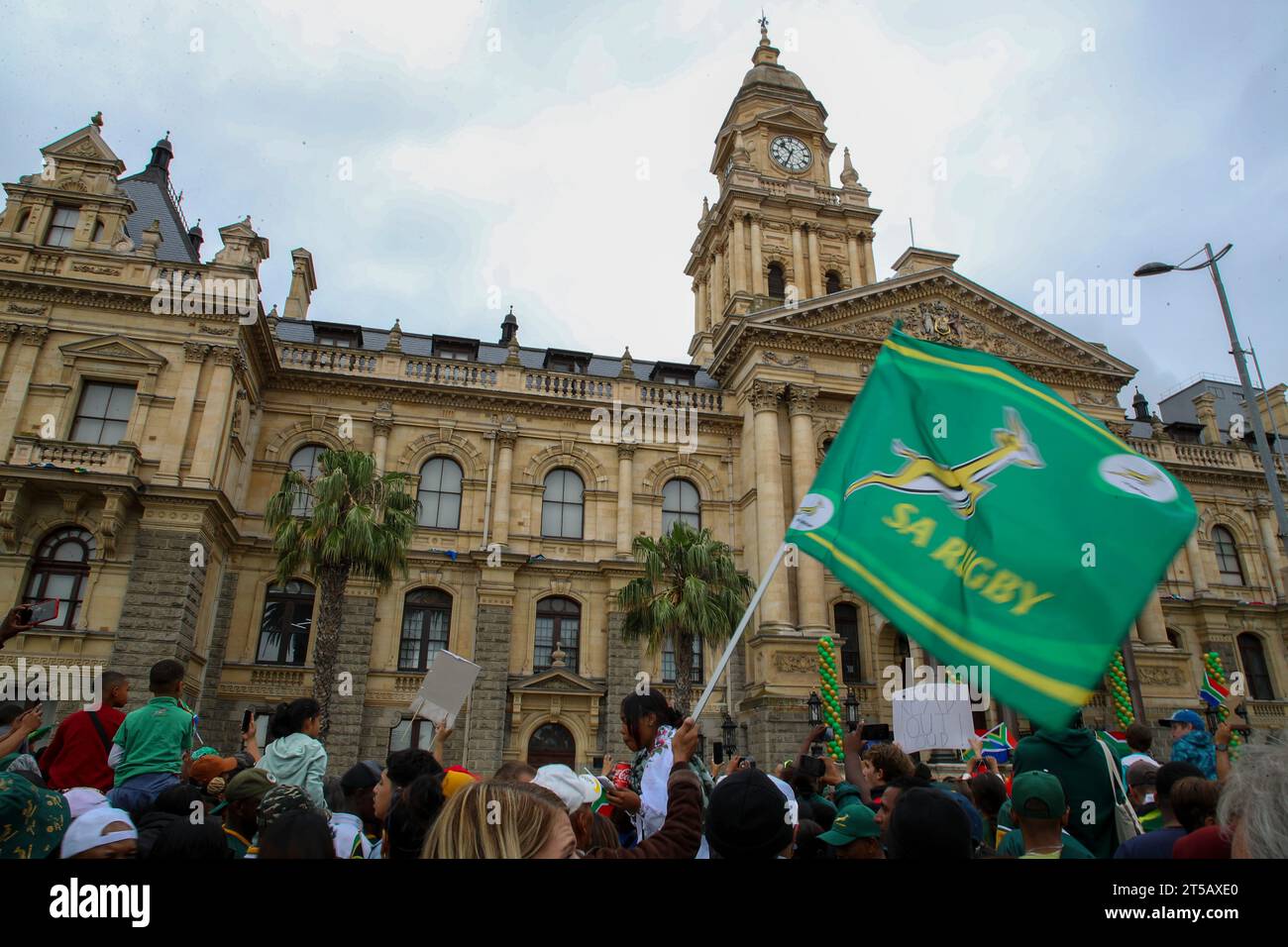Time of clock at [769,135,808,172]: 10:34
